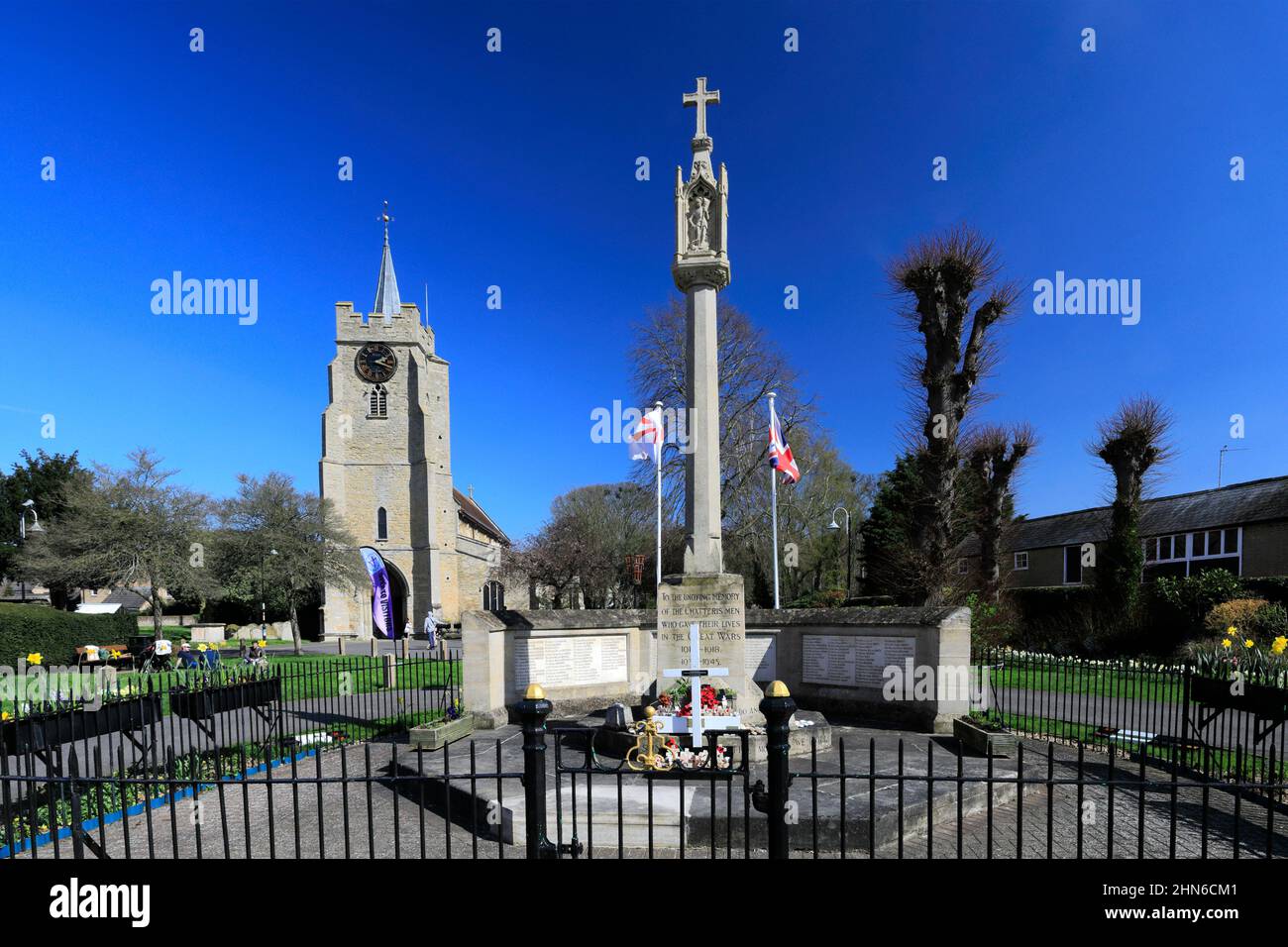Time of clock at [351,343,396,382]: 2:18
